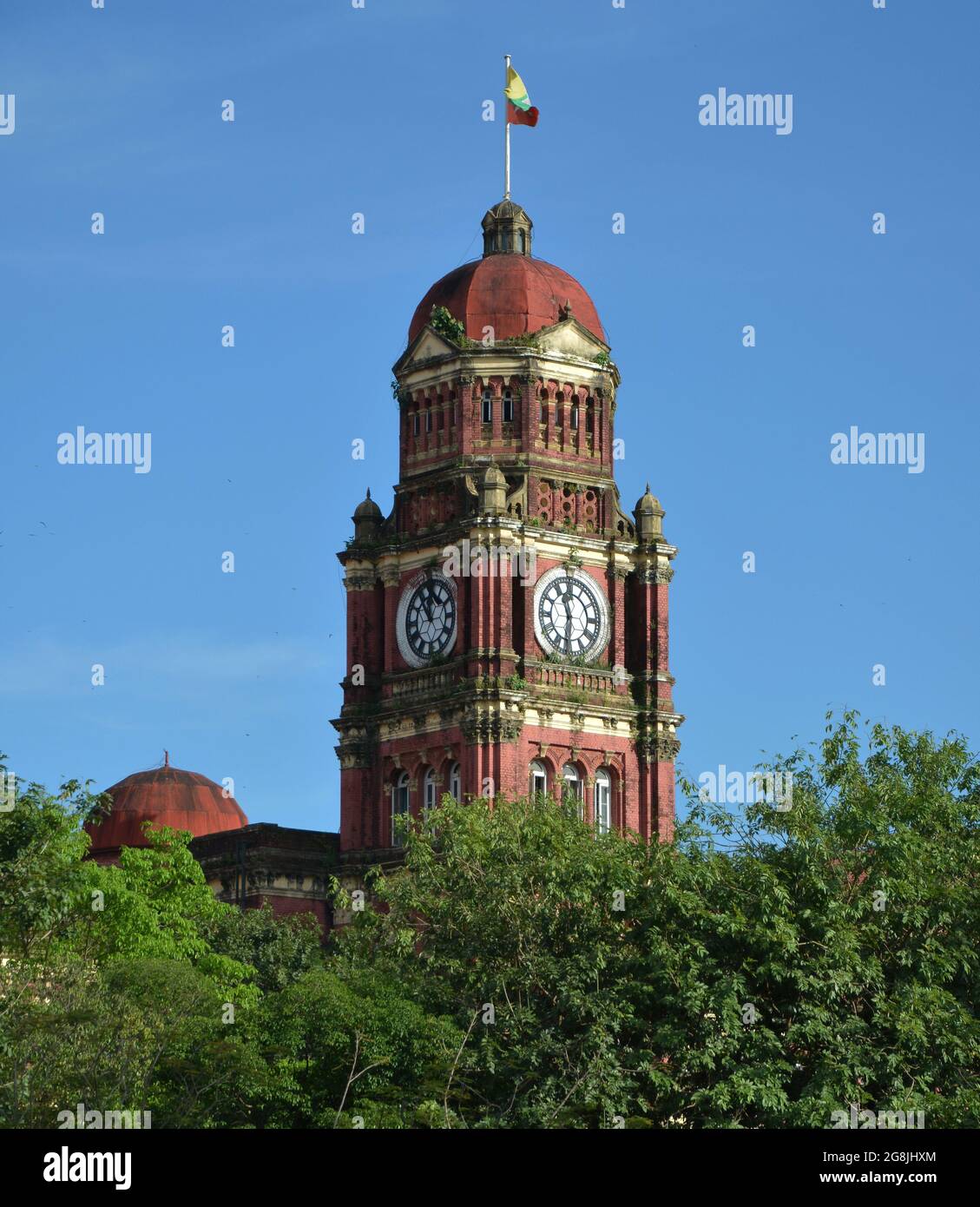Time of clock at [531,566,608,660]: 11:32
